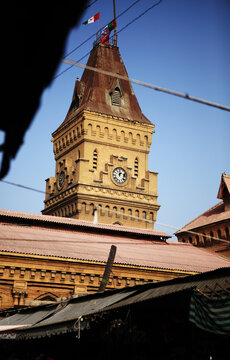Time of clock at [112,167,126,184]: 1:00
